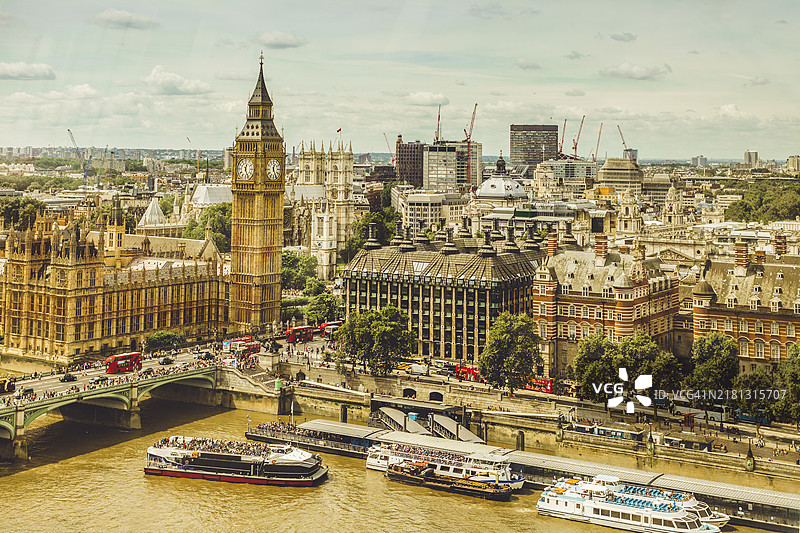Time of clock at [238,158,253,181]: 12:26
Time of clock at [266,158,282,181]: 12:26
